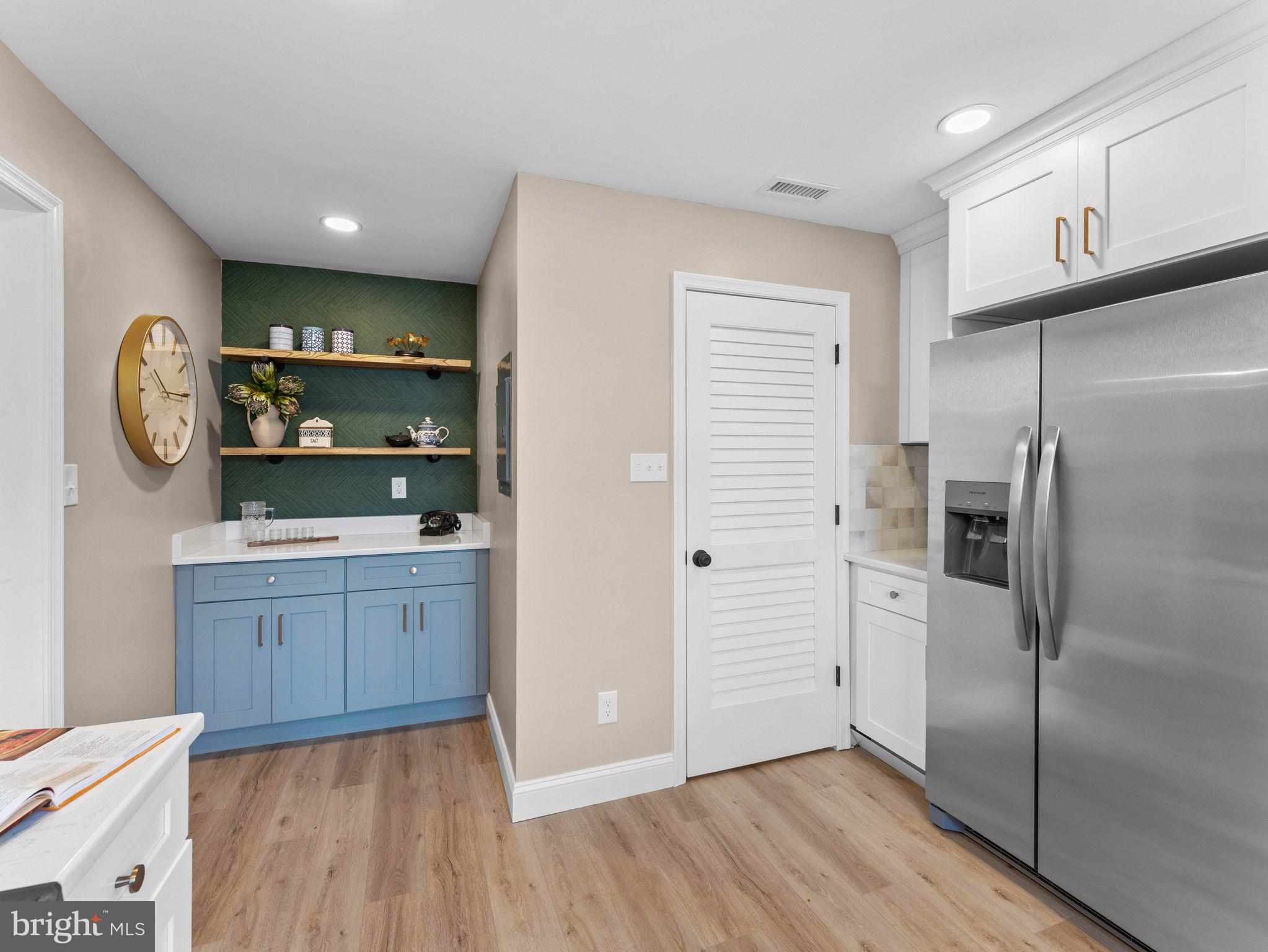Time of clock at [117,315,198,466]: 10:15
